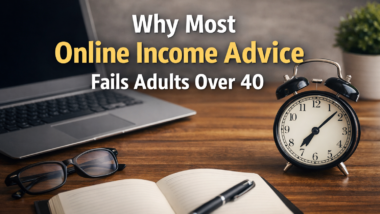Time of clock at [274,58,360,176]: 7:08
